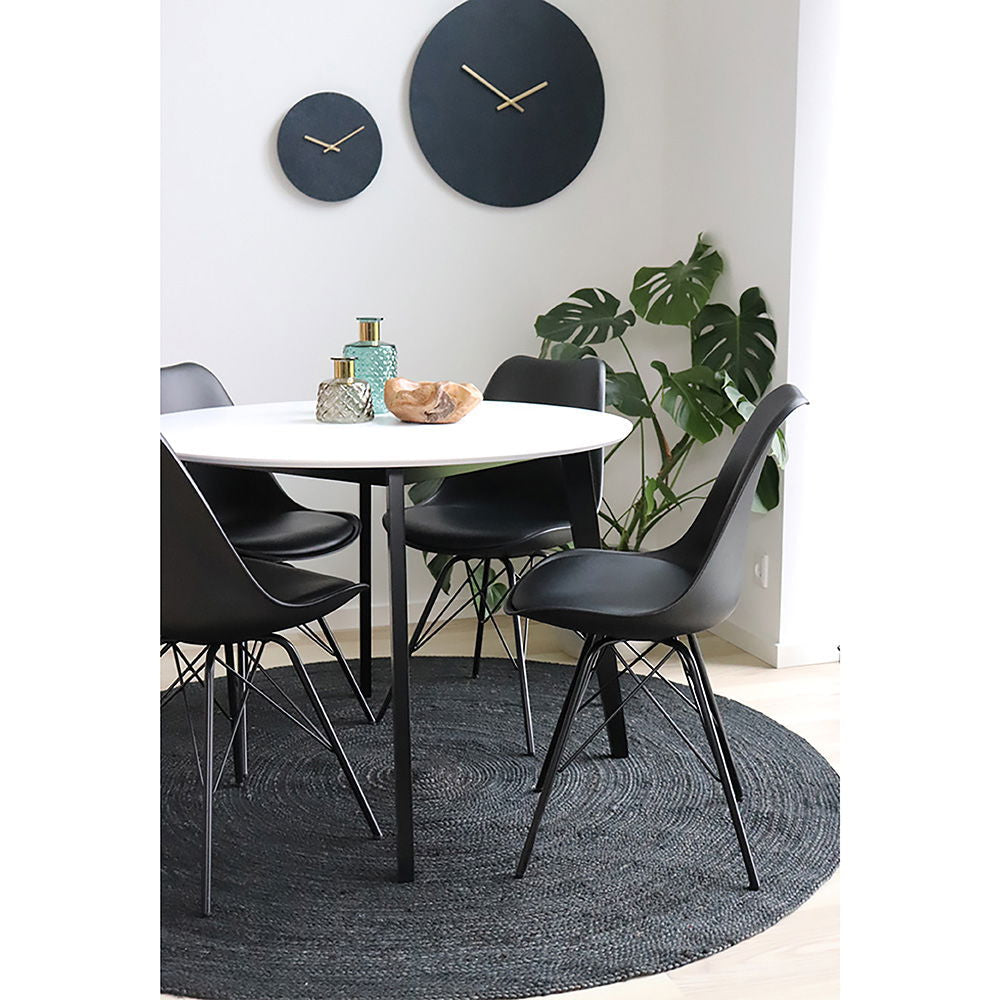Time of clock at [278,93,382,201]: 9:09
